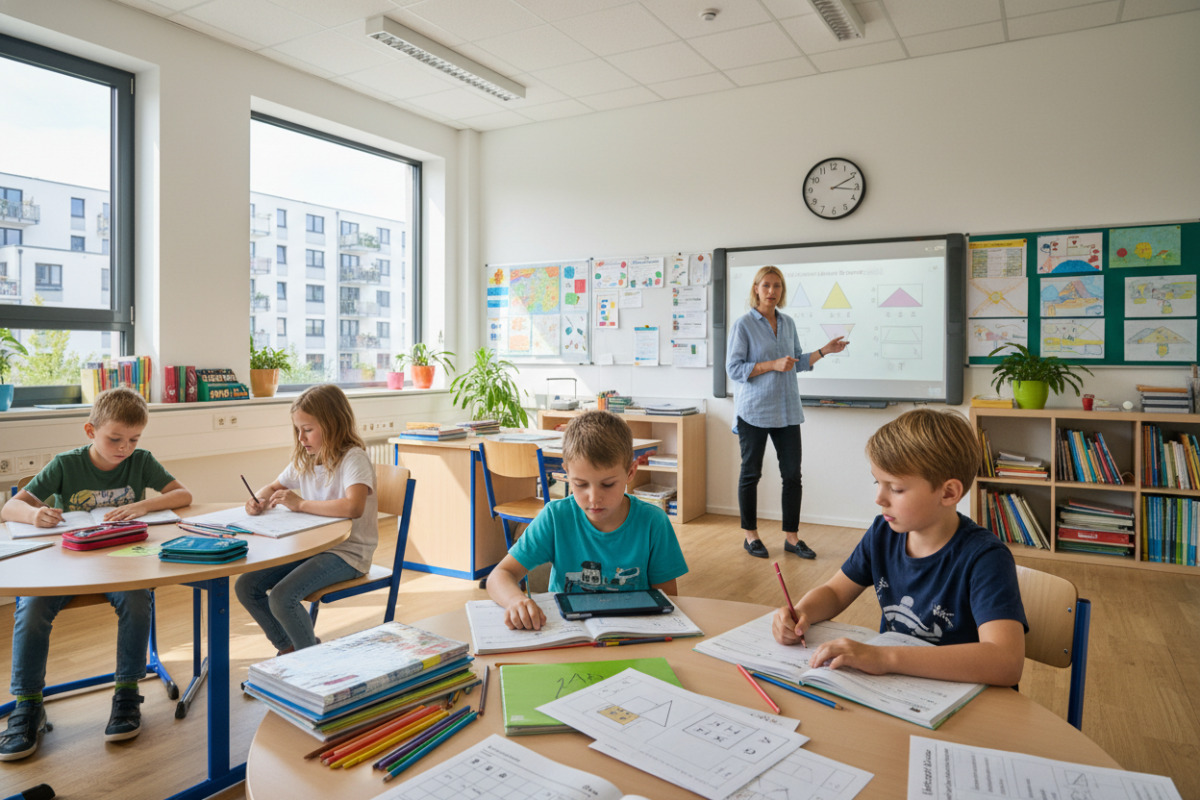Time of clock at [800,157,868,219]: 2:16
